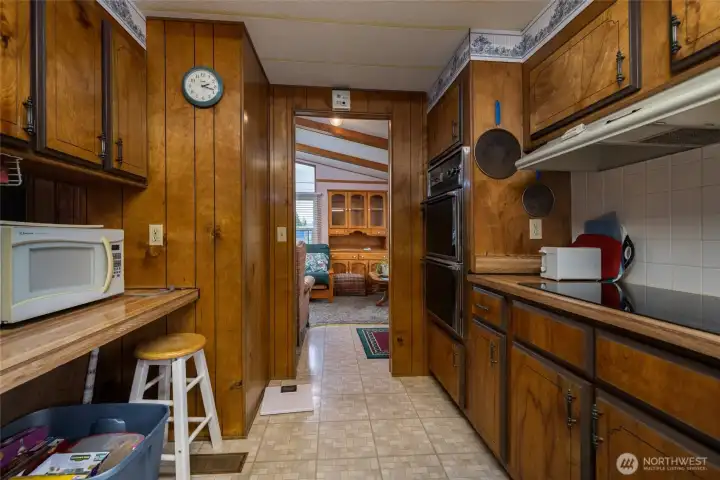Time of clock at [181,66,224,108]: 2:18
